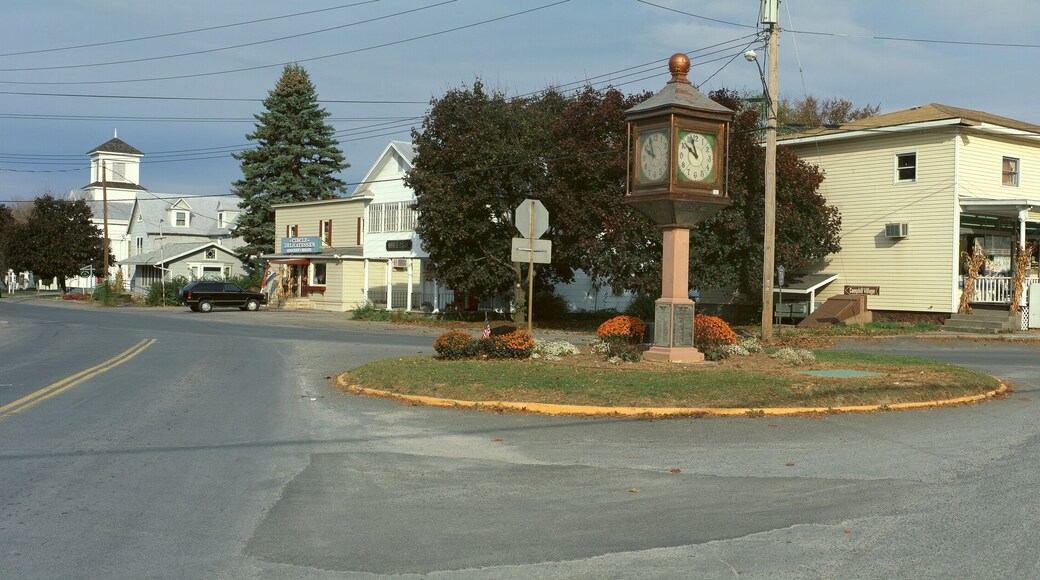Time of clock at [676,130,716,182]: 9:57
